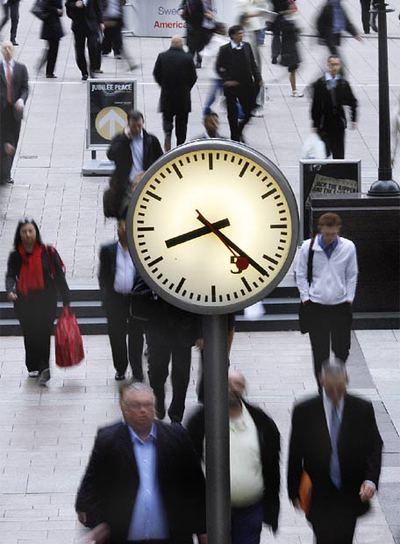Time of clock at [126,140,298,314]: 8:22
